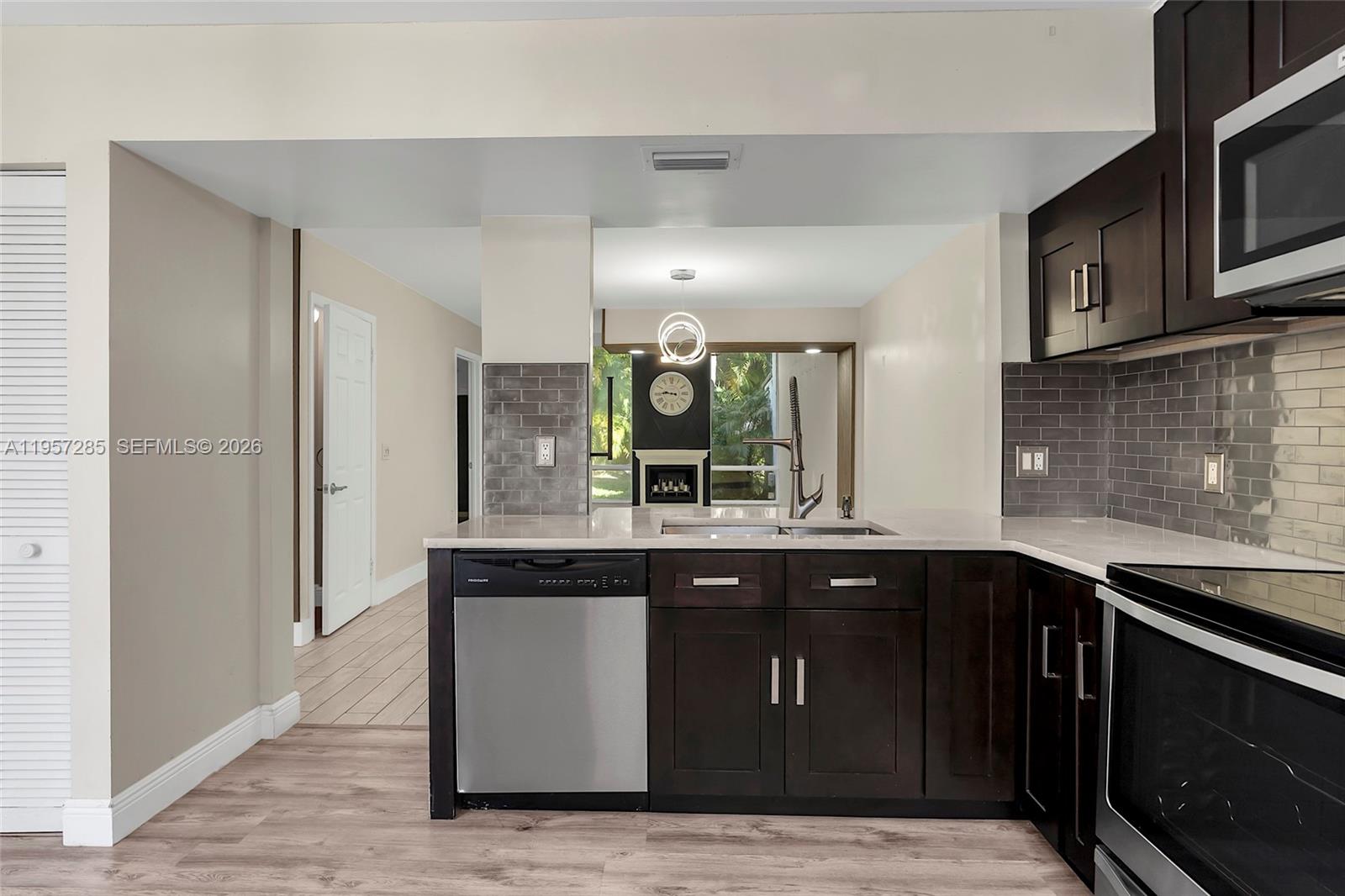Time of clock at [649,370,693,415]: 9:45
